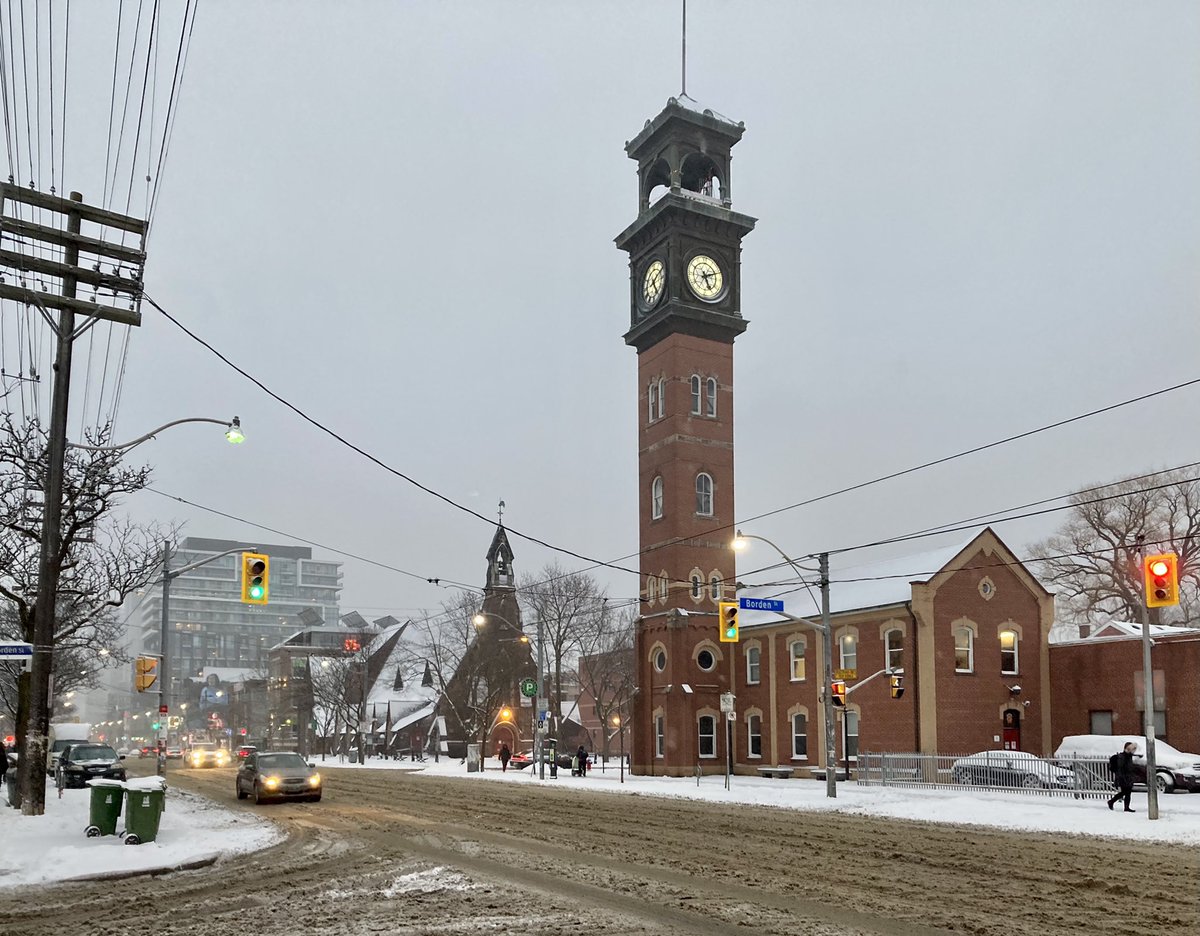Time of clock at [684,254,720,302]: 5:11
